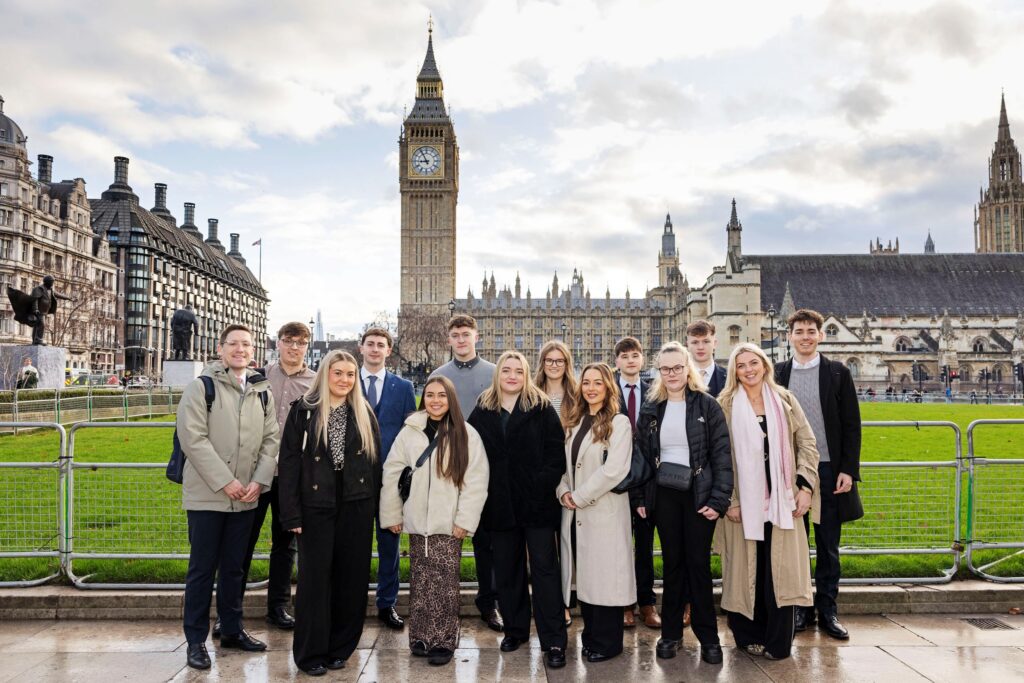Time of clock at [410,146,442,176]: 8:54
